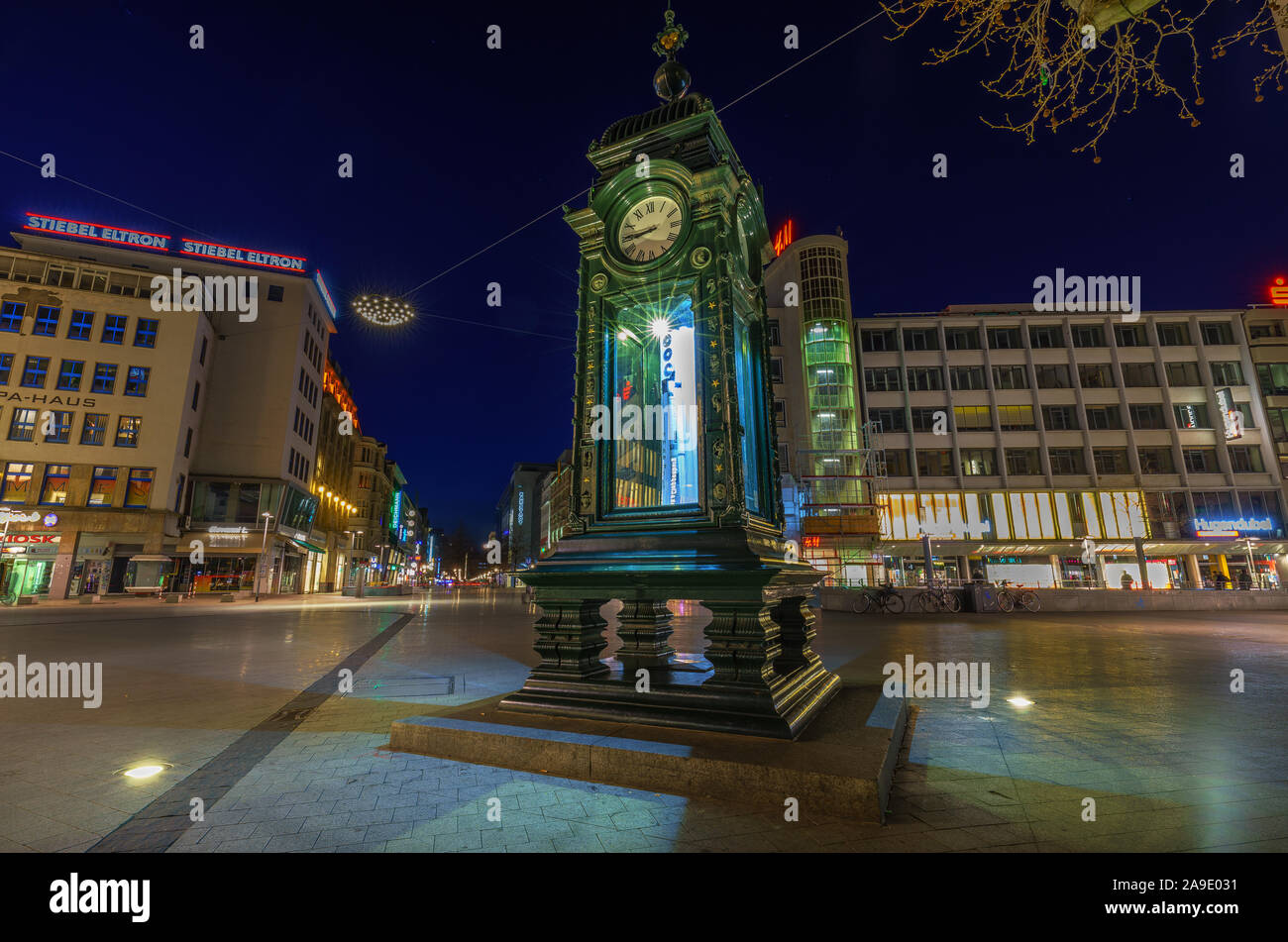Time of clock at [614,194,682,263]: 8:44
